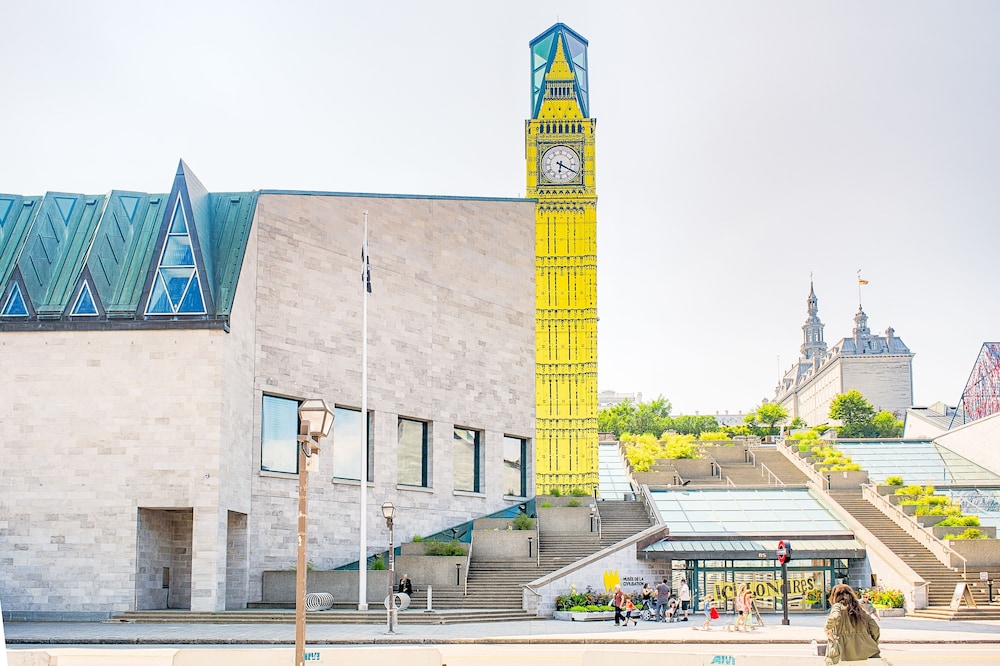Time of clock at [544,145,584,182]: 6:19
